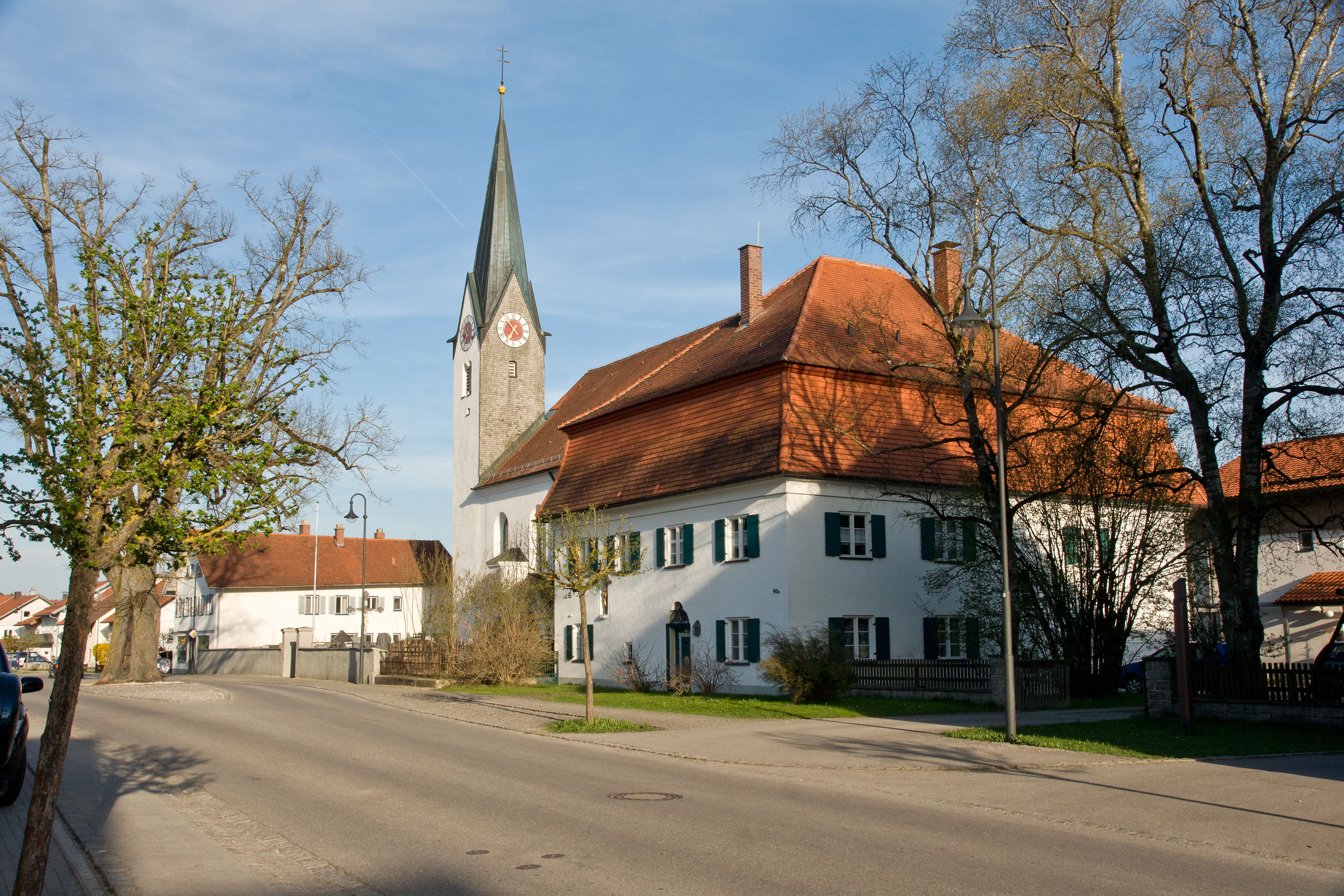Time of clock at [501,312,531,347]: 6:52
